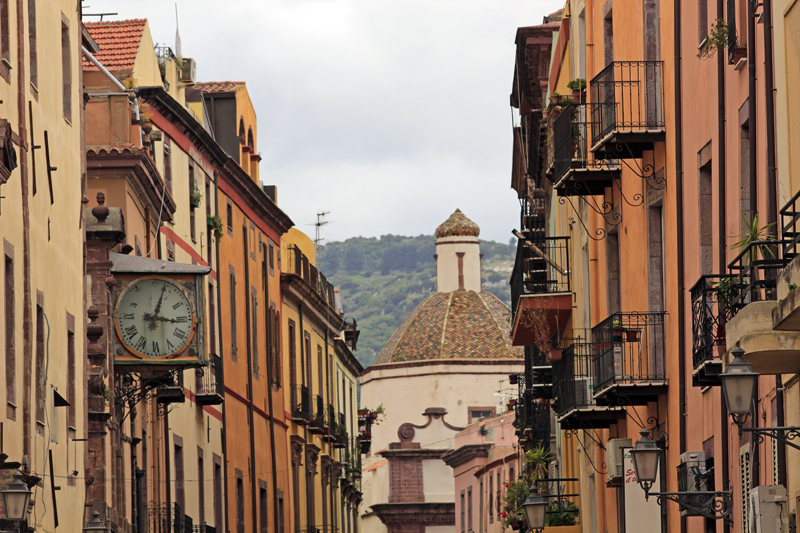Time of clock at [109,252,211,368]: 3:03
